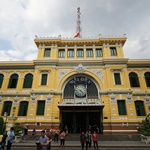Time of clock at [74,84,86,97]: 4:22
